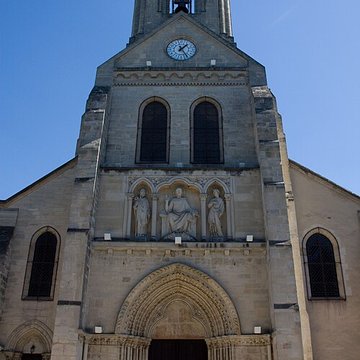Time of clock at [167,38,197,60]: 1:24
